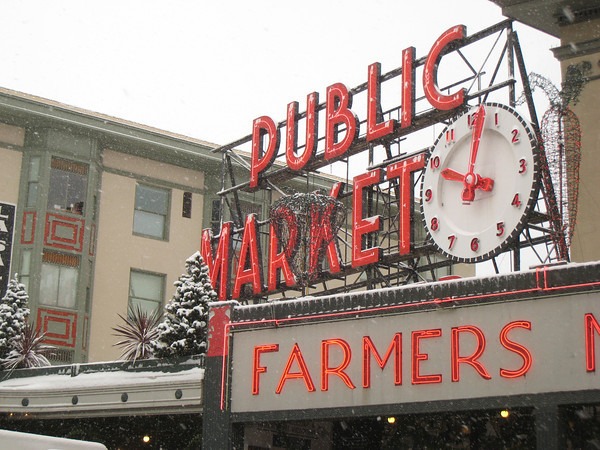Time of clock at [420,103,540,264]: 10:02
